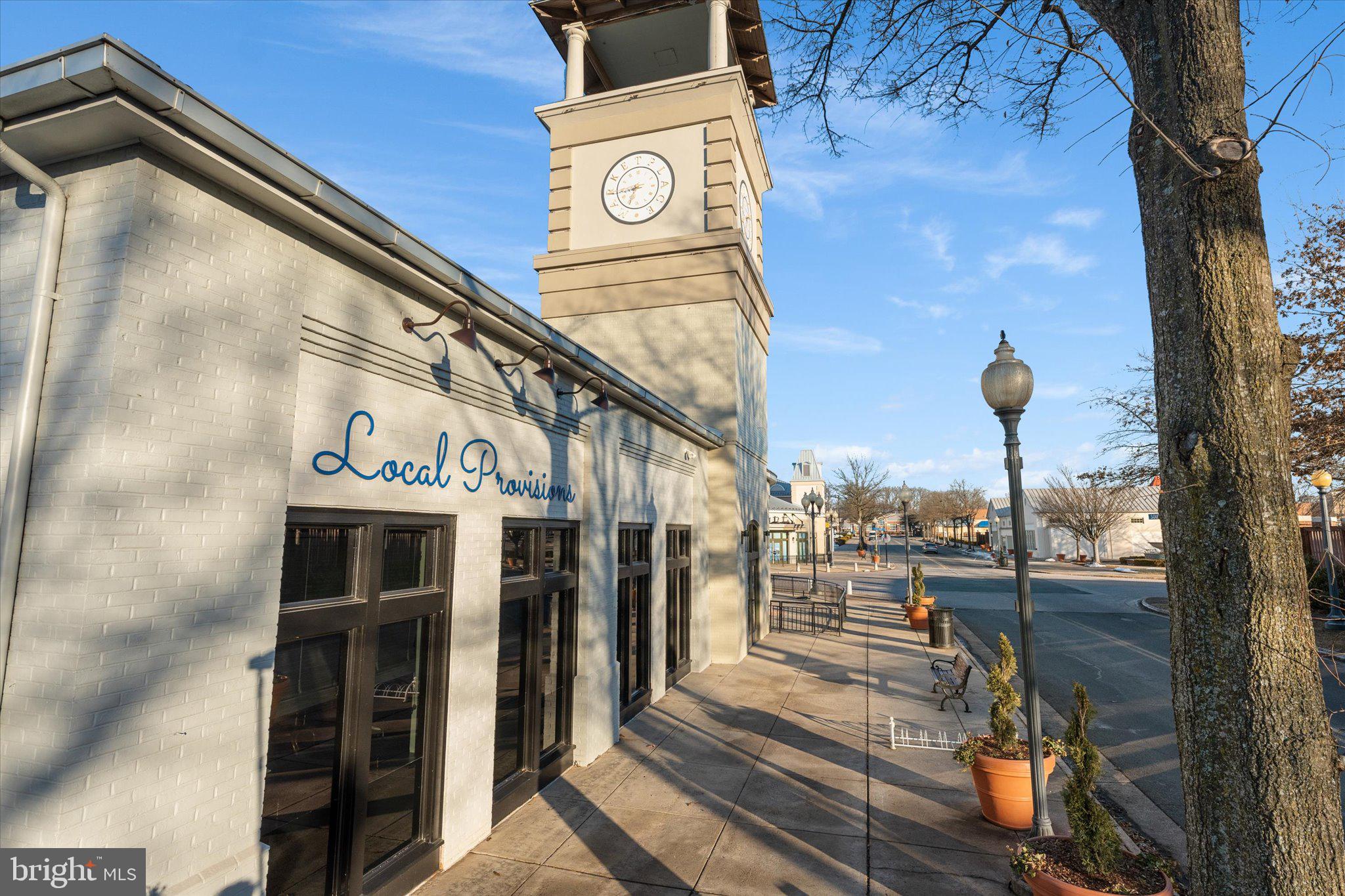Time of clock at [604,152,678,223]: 6:43
